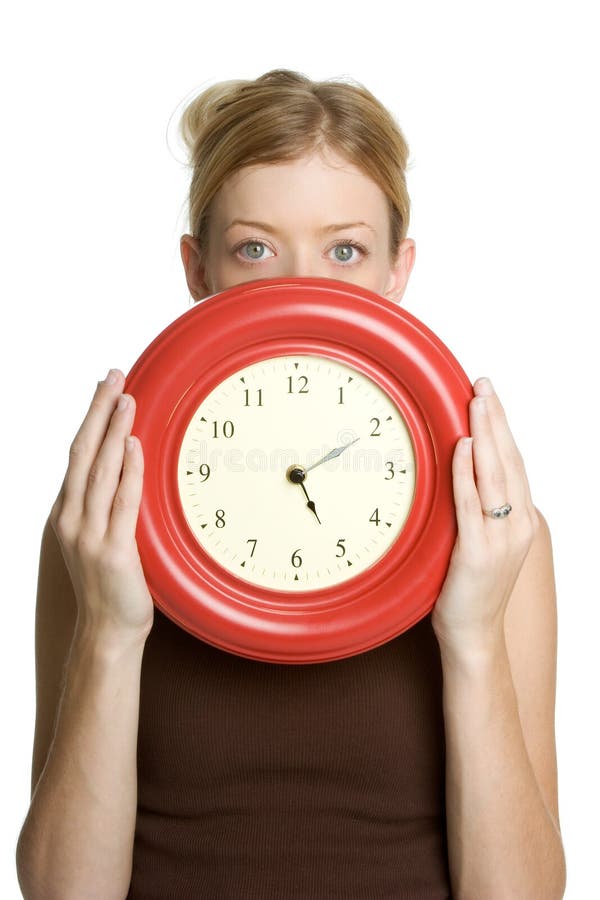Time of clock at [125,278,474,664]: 5:09
